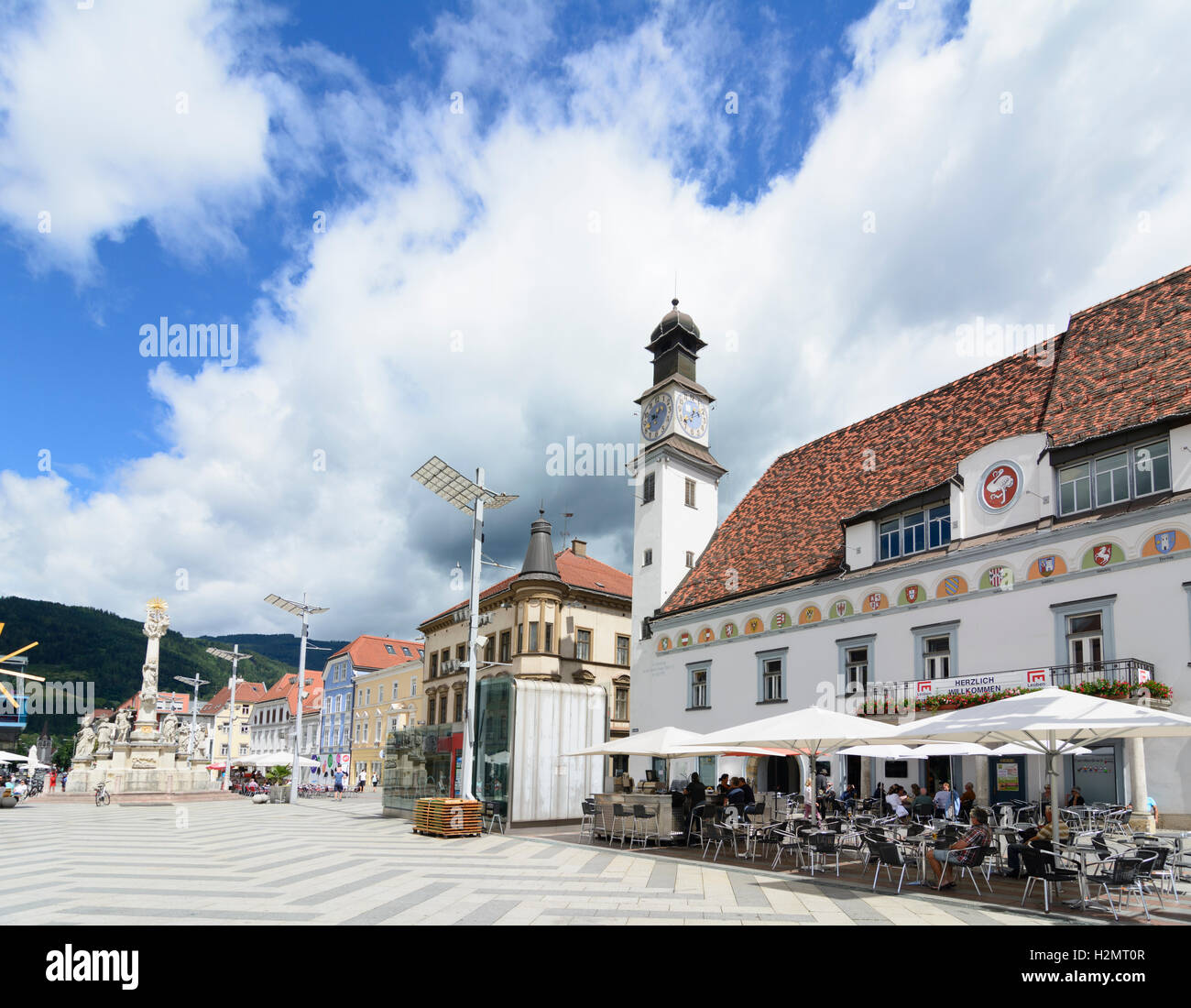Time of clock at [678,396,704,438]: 6:38
